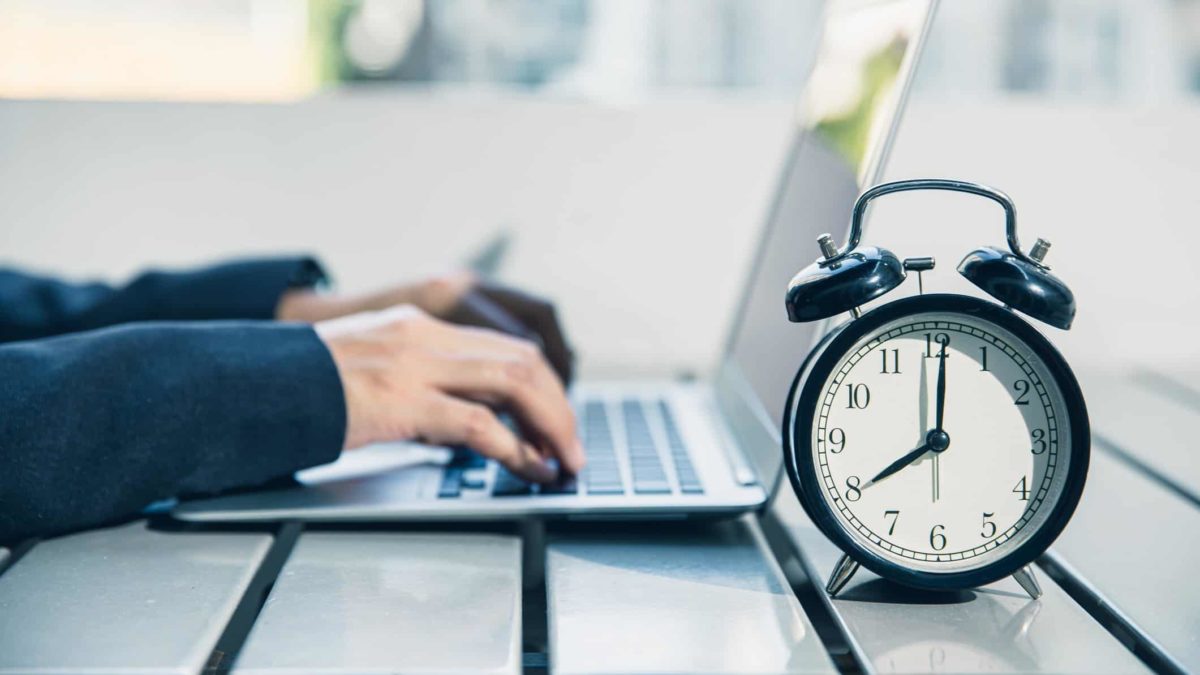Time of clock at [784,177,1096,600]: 8:00
